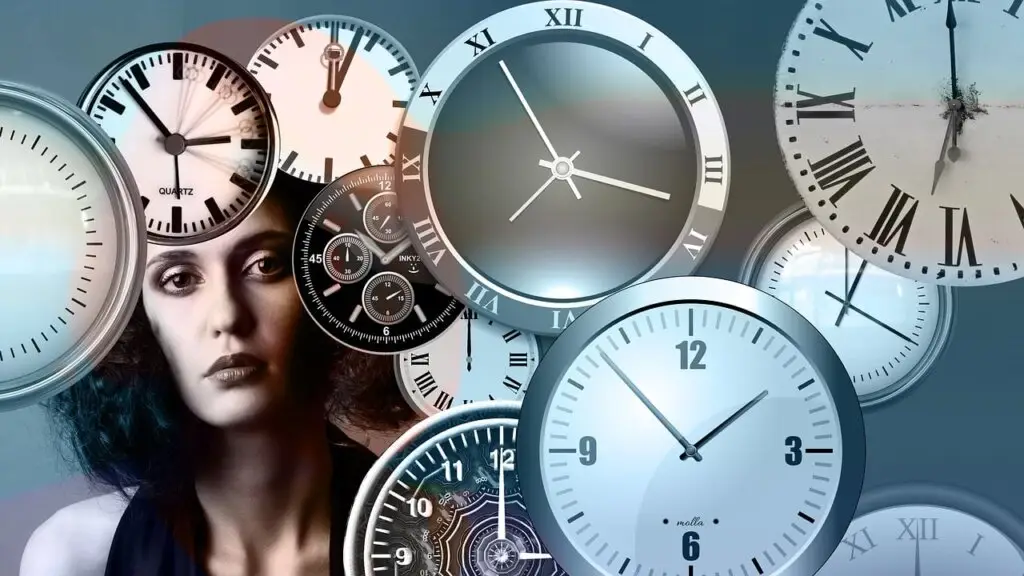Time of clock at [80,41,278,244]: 2:53
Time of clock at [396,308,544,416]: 12:00
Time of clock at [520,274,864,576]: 1:53
